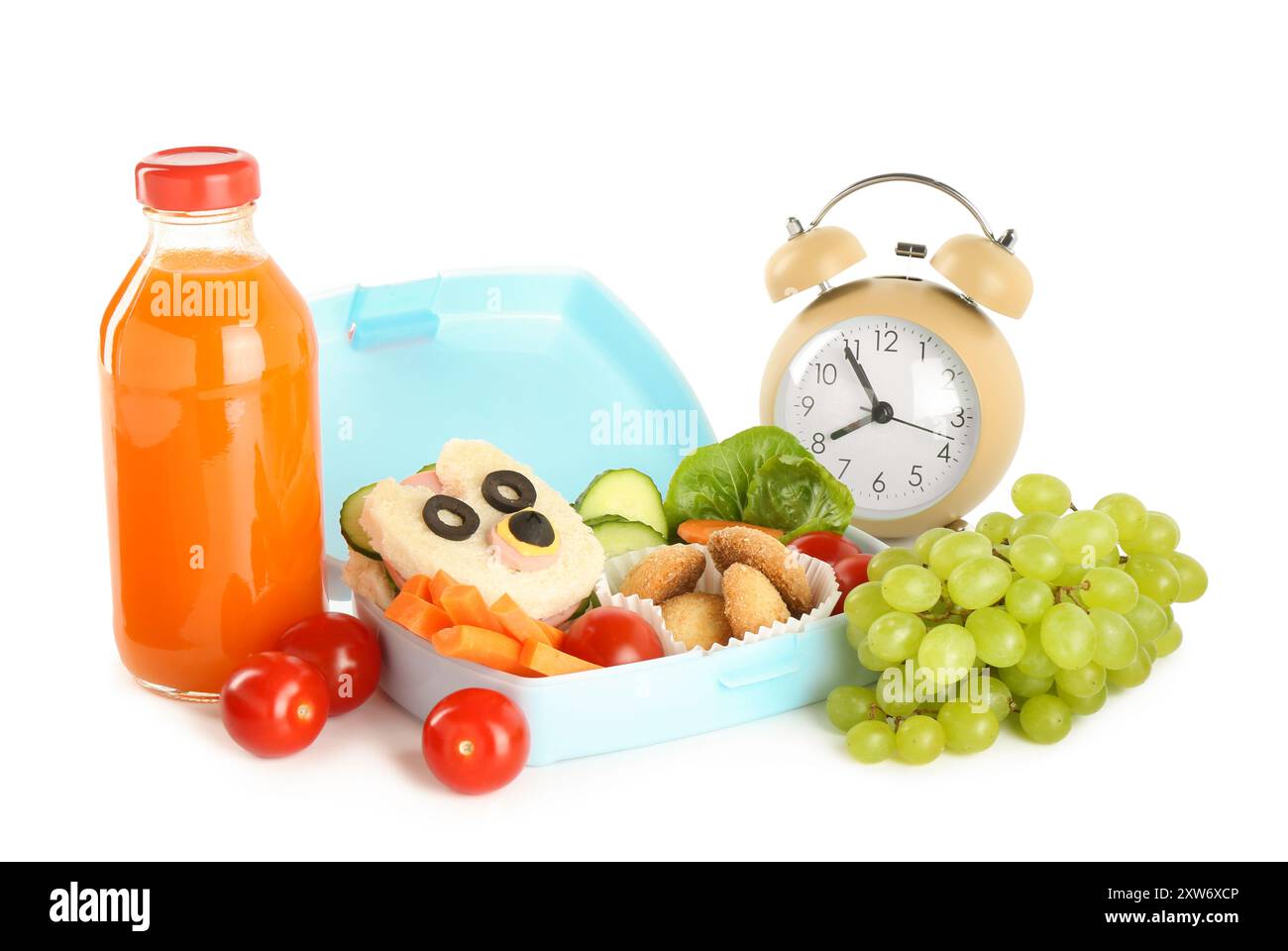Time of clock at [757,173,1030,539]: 7:54
